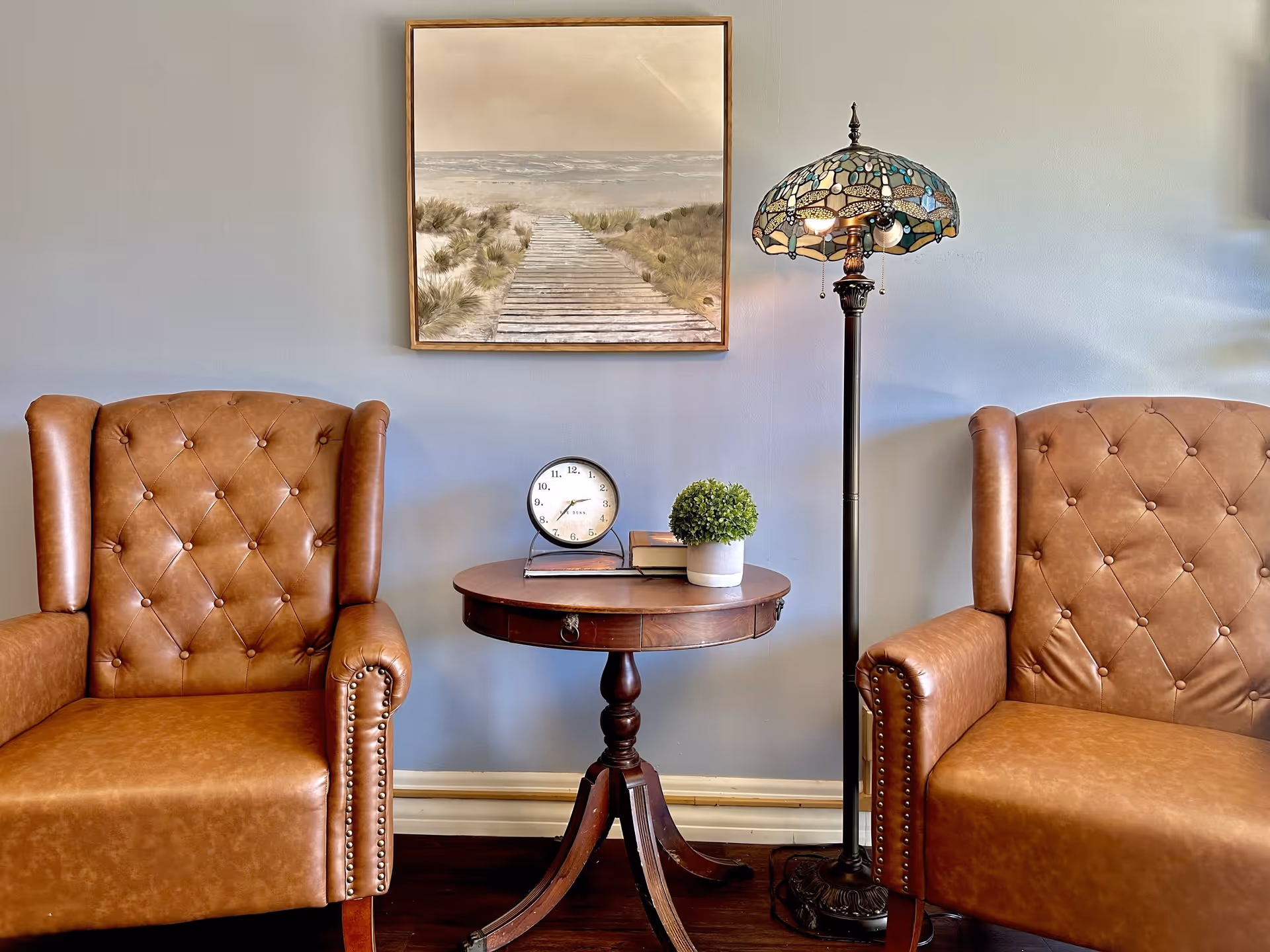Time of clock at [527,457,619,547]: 2:36
